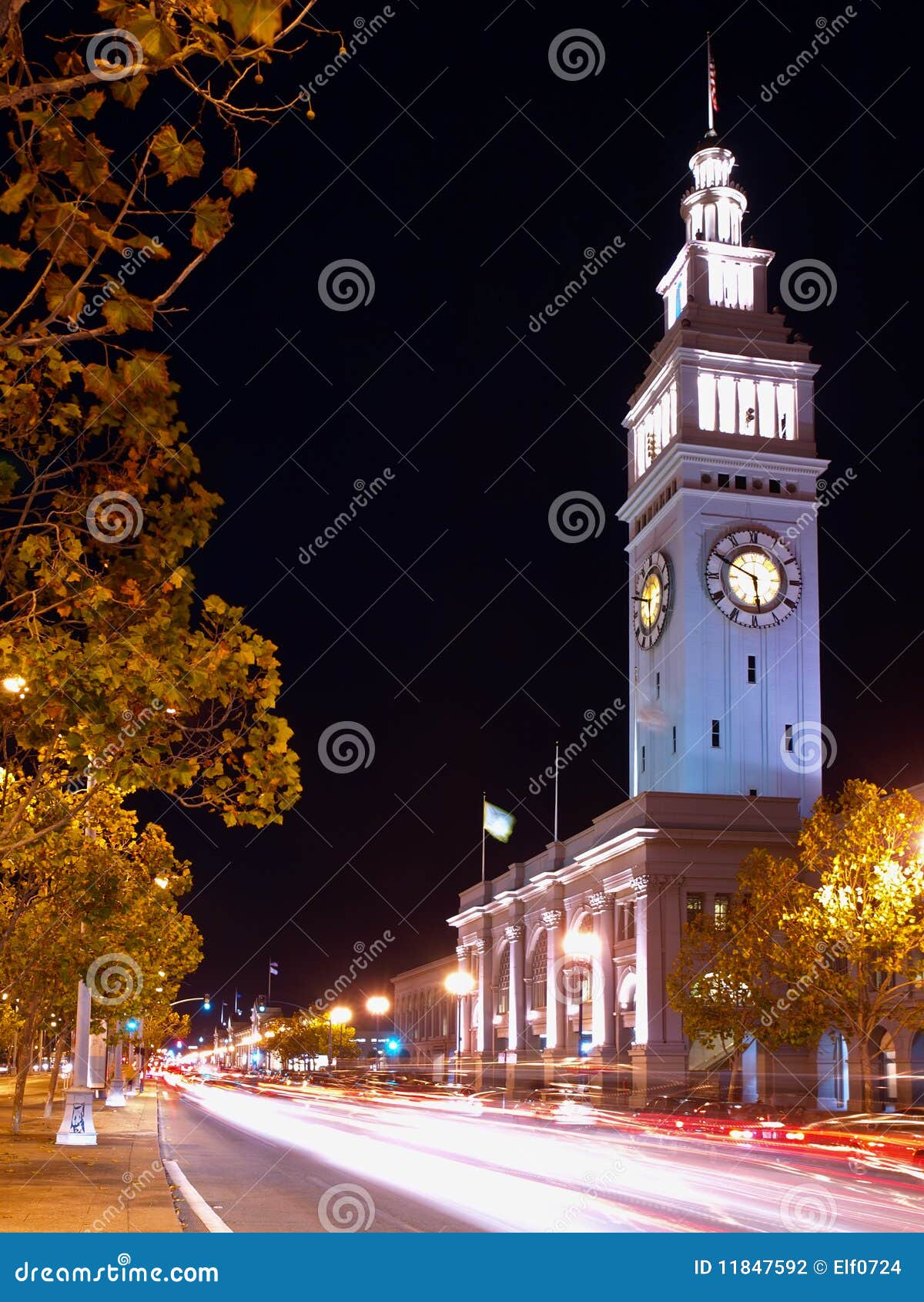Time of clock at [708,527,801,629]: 5:49
